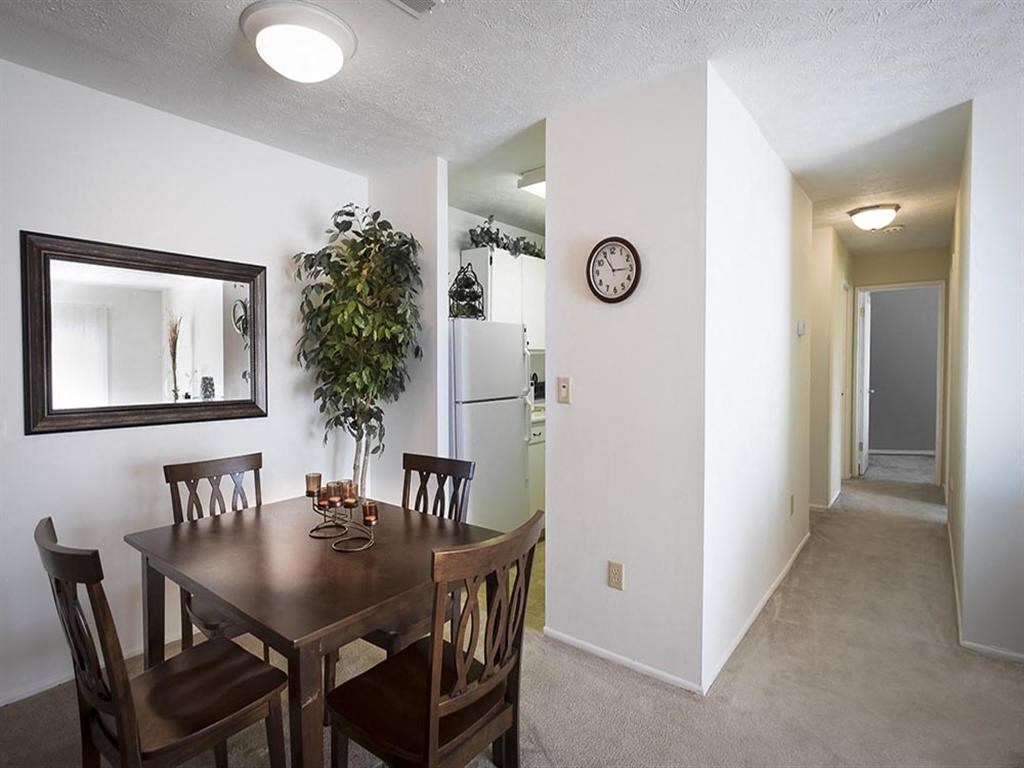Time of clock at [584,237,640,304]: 2:54
